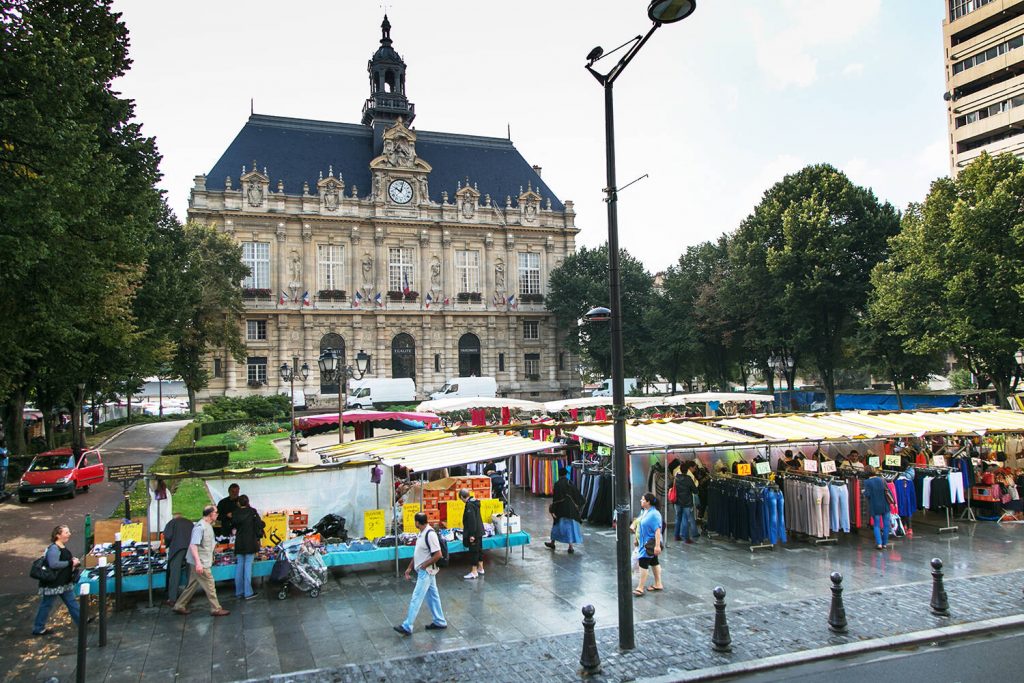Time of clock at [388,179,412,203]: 10:02
